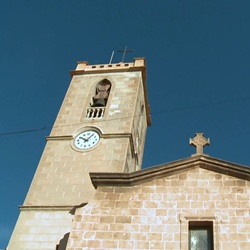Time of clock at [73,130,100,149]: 10:05
